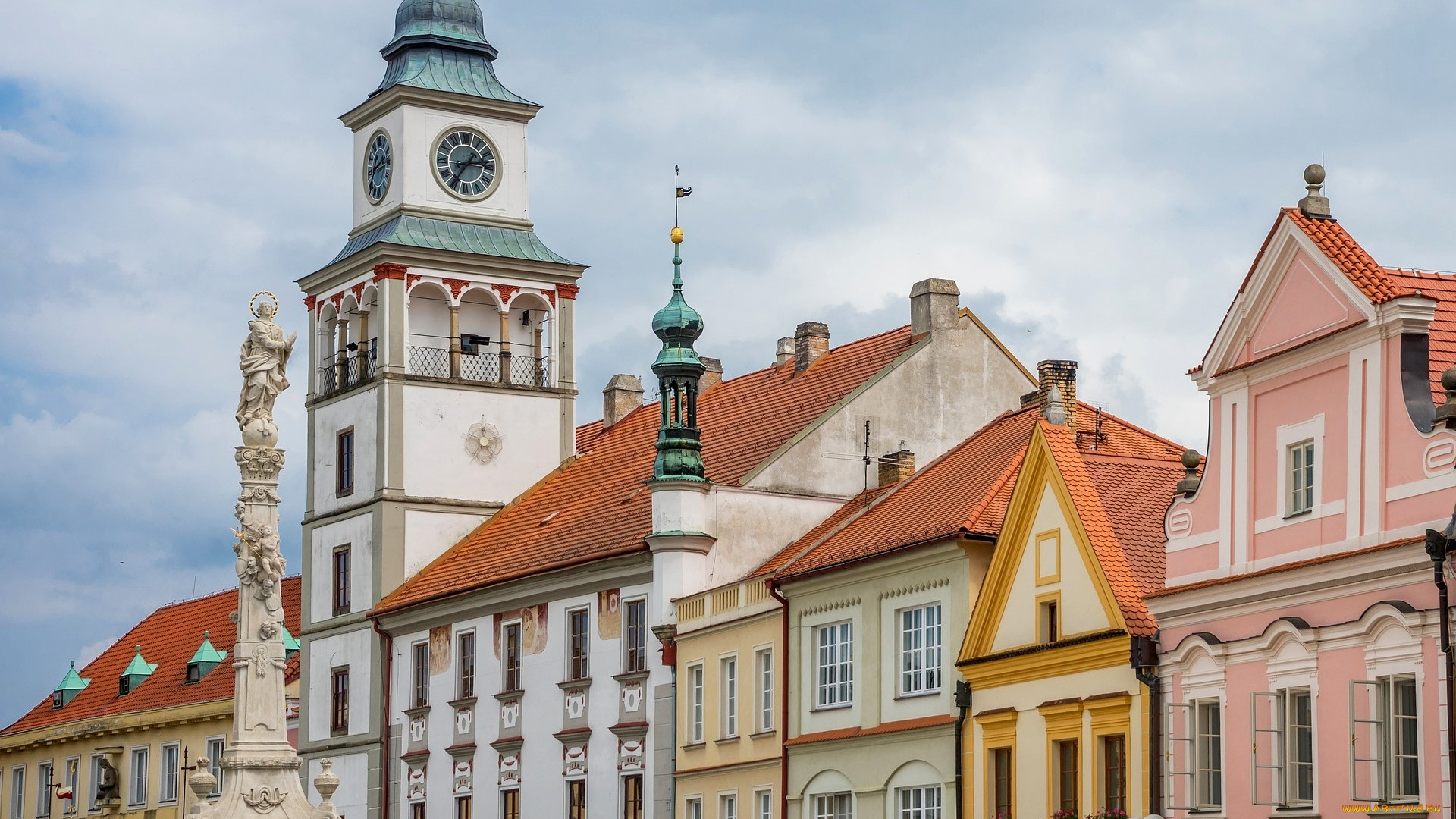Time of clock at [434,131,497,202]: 2:36
